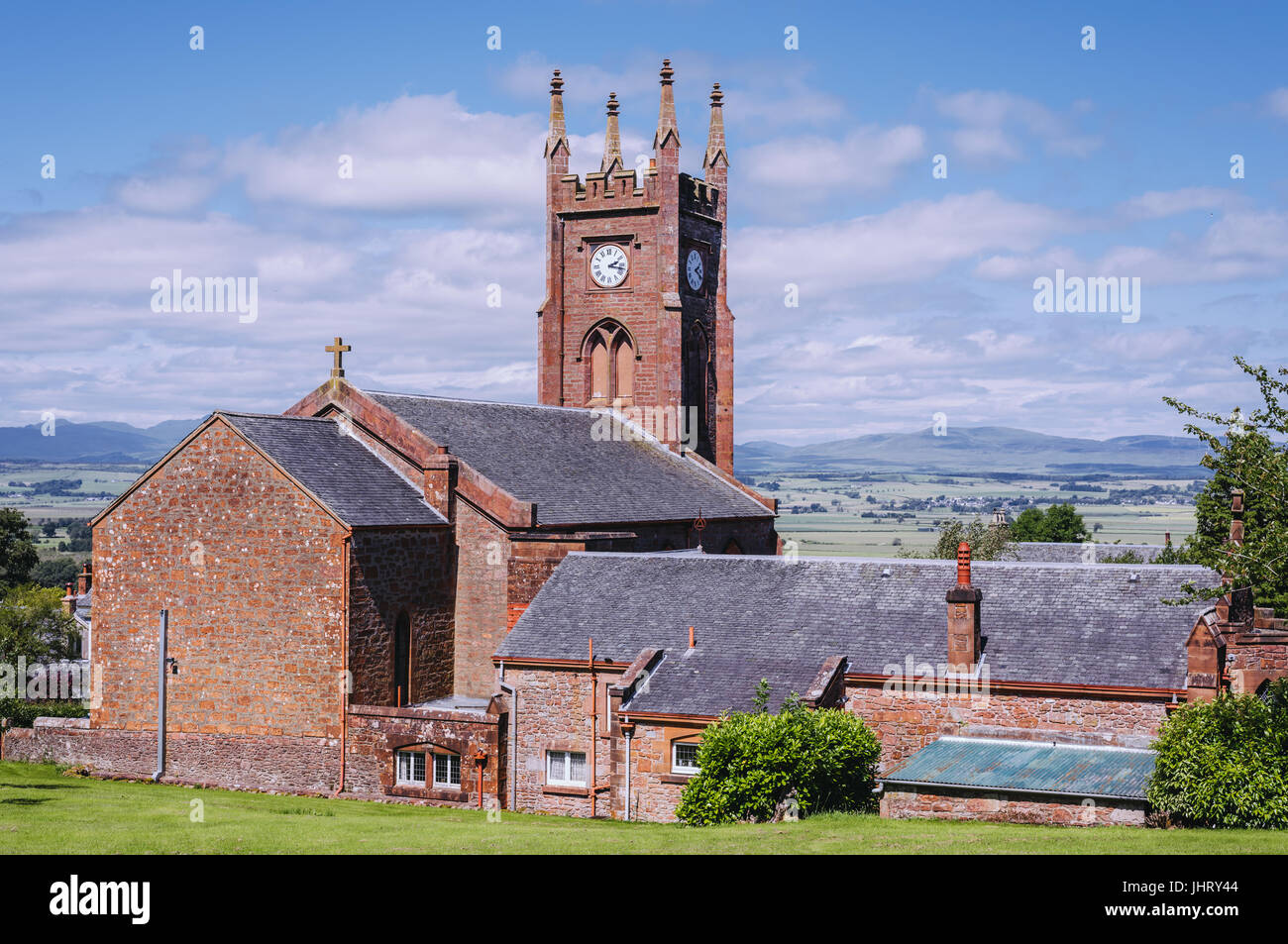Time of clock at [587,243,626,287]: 2:17
